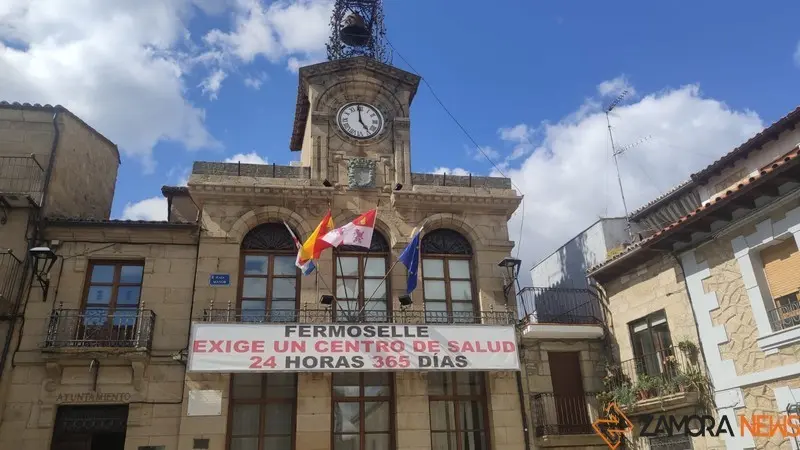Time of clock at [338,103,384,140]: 4:59
